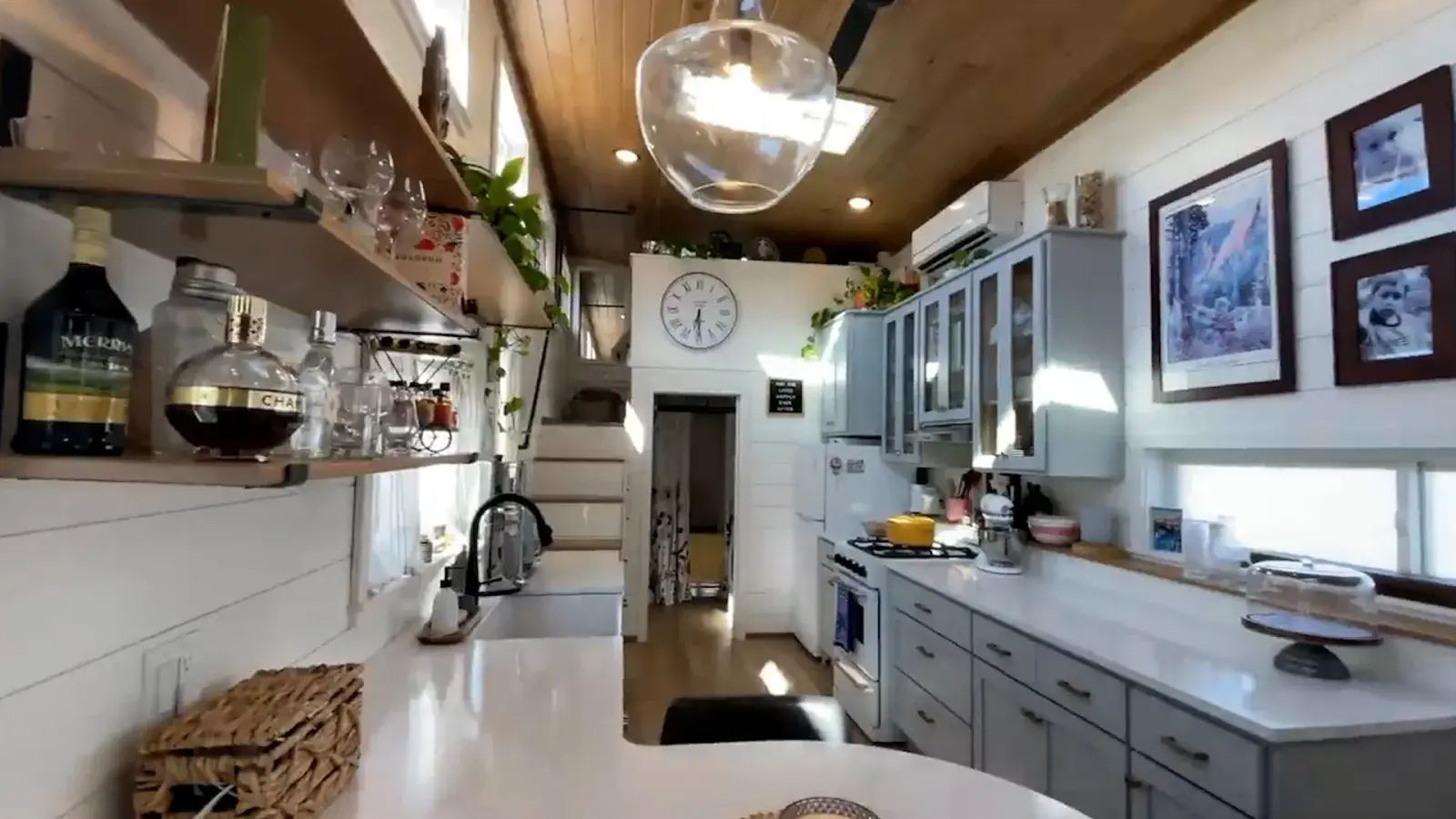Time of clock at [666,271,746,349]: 6:29
